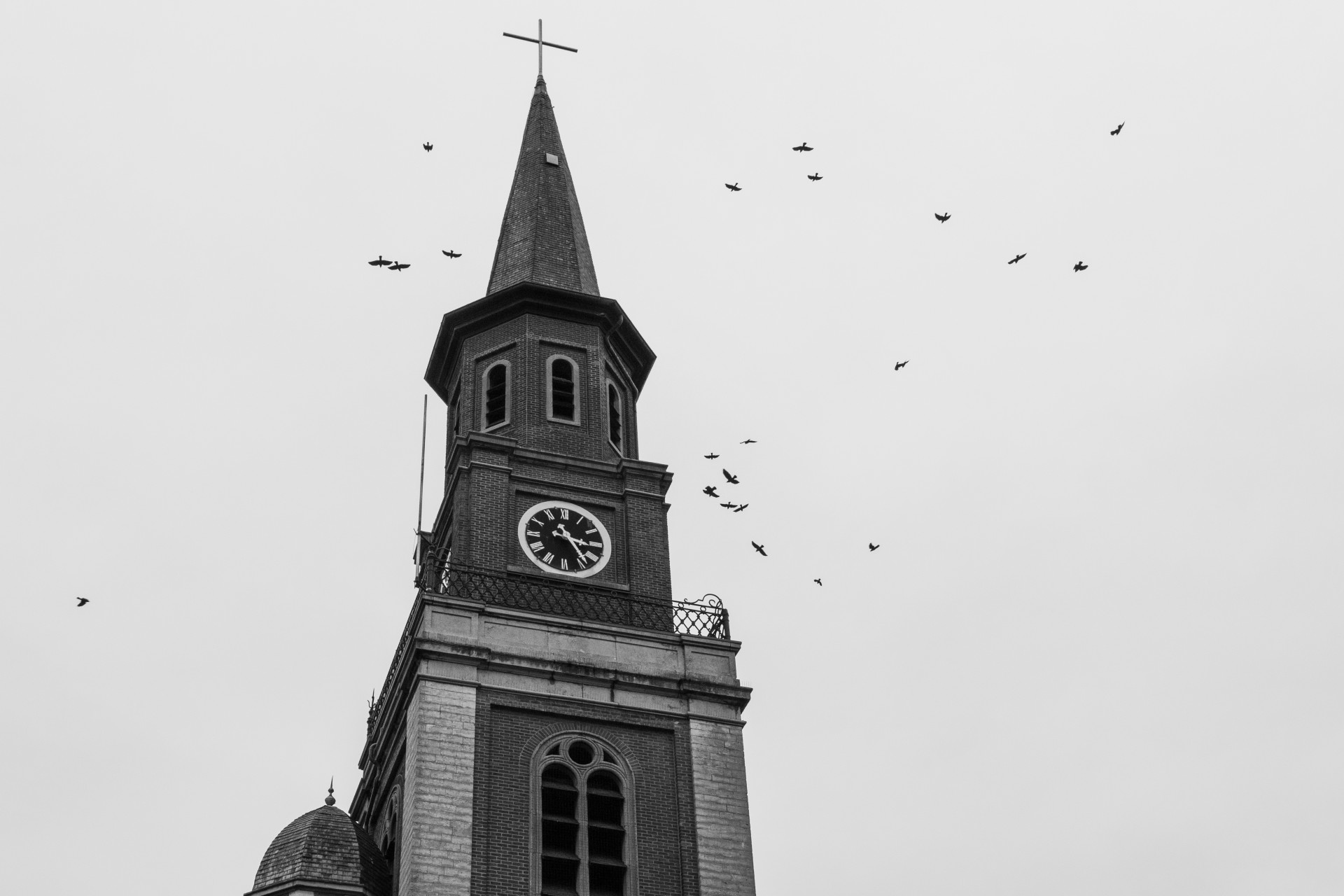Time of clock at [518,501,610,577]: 3:23
